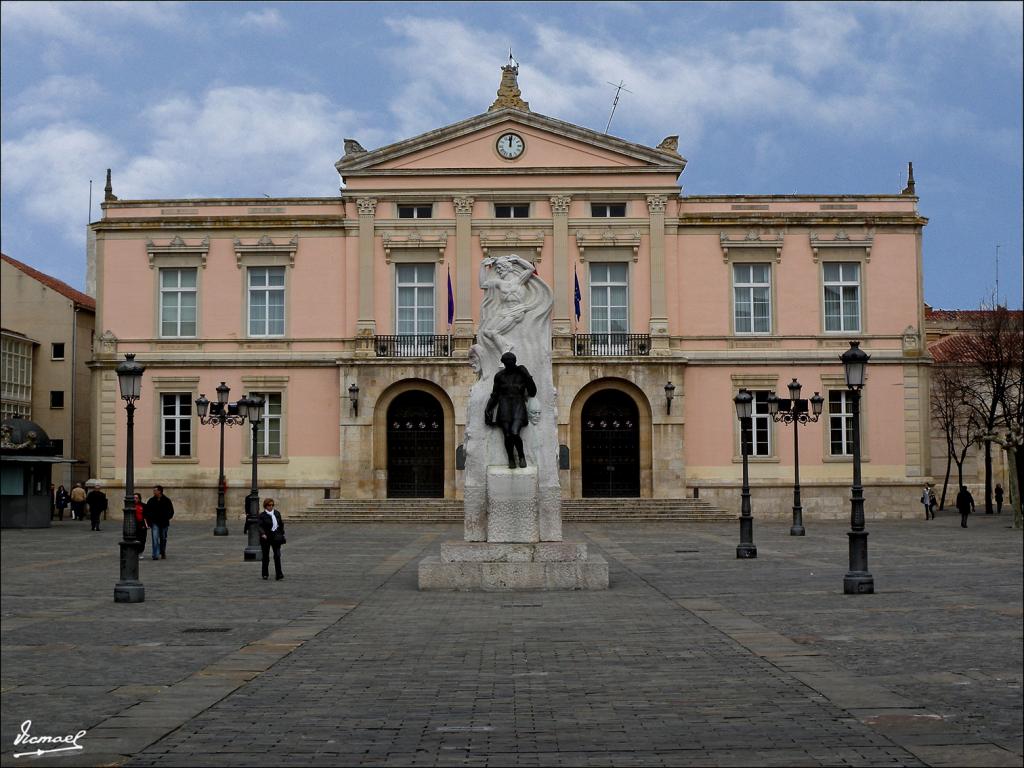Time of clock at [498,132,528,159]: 12:01
